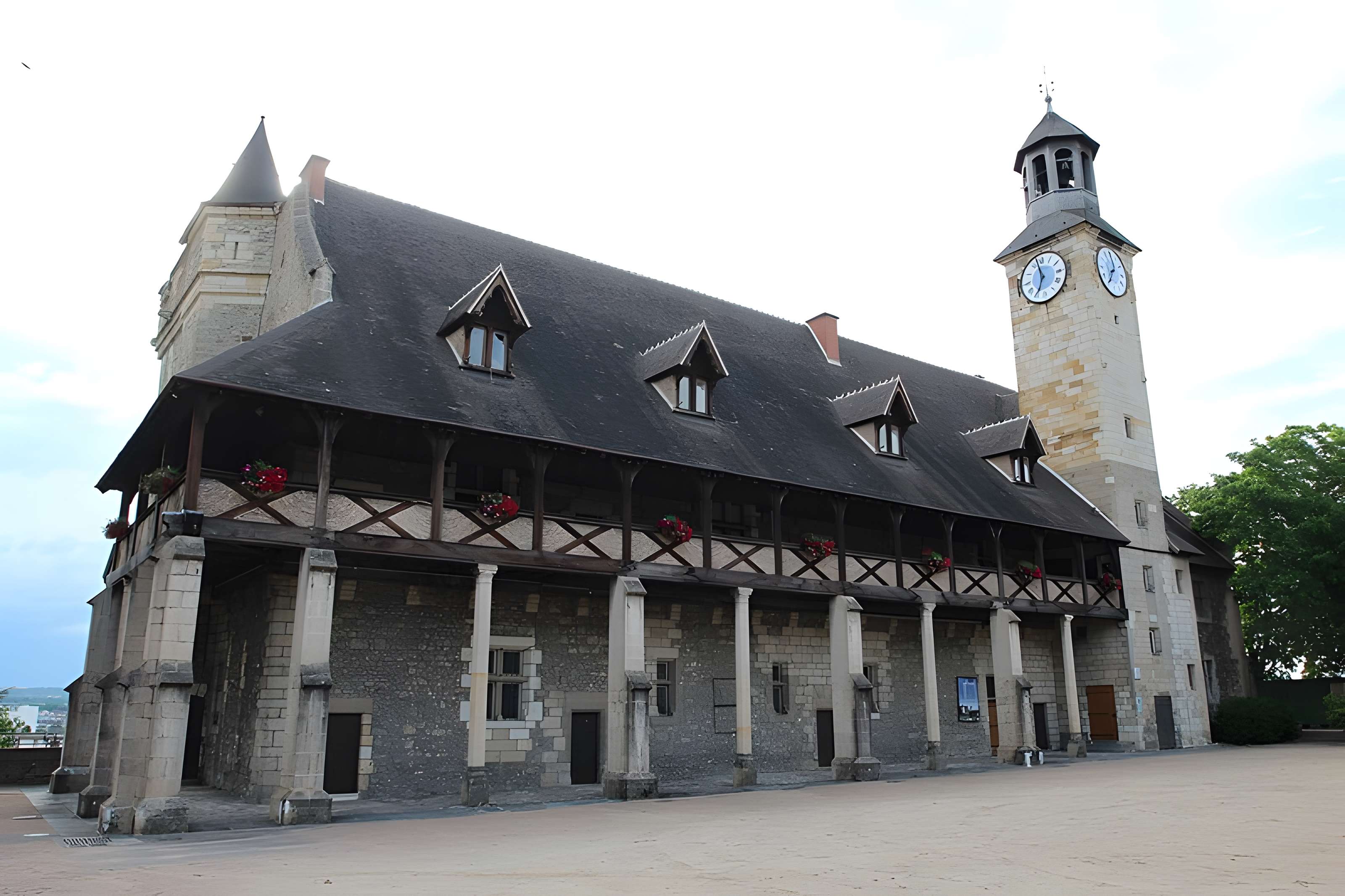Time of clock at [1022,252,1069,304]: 6:57
